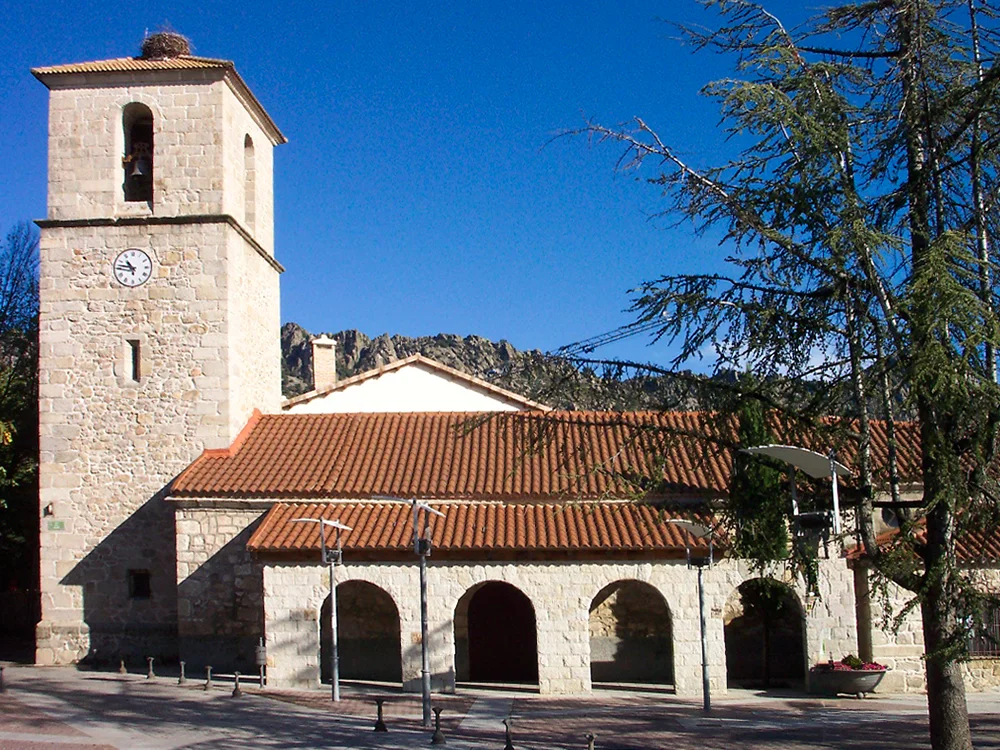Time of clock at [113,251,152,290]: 10:47
